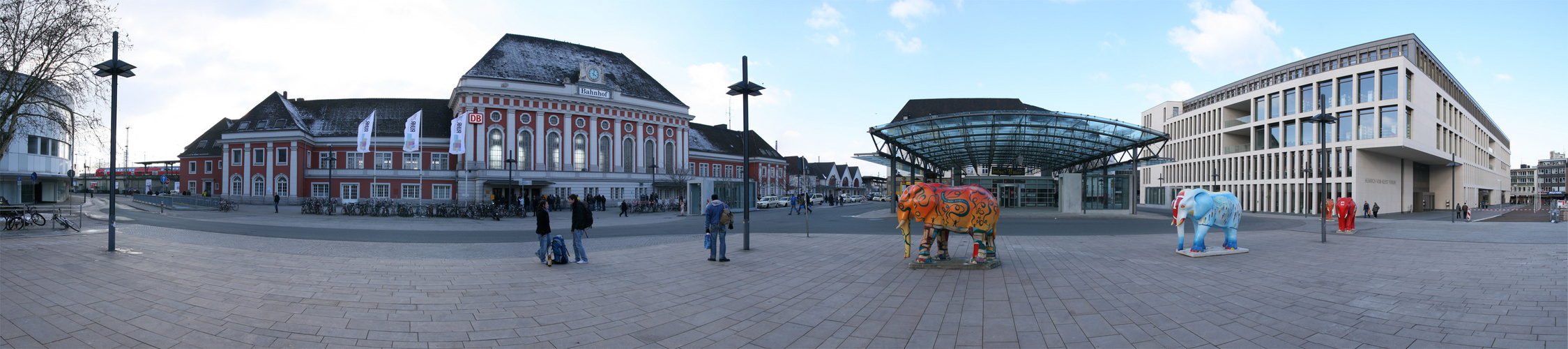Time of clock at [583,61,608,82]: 4:02
